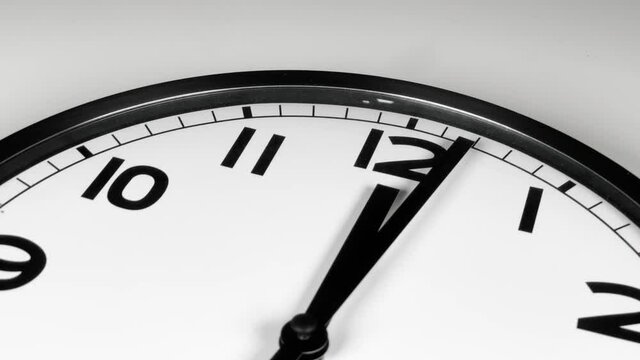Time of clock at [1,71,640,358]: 12:01
